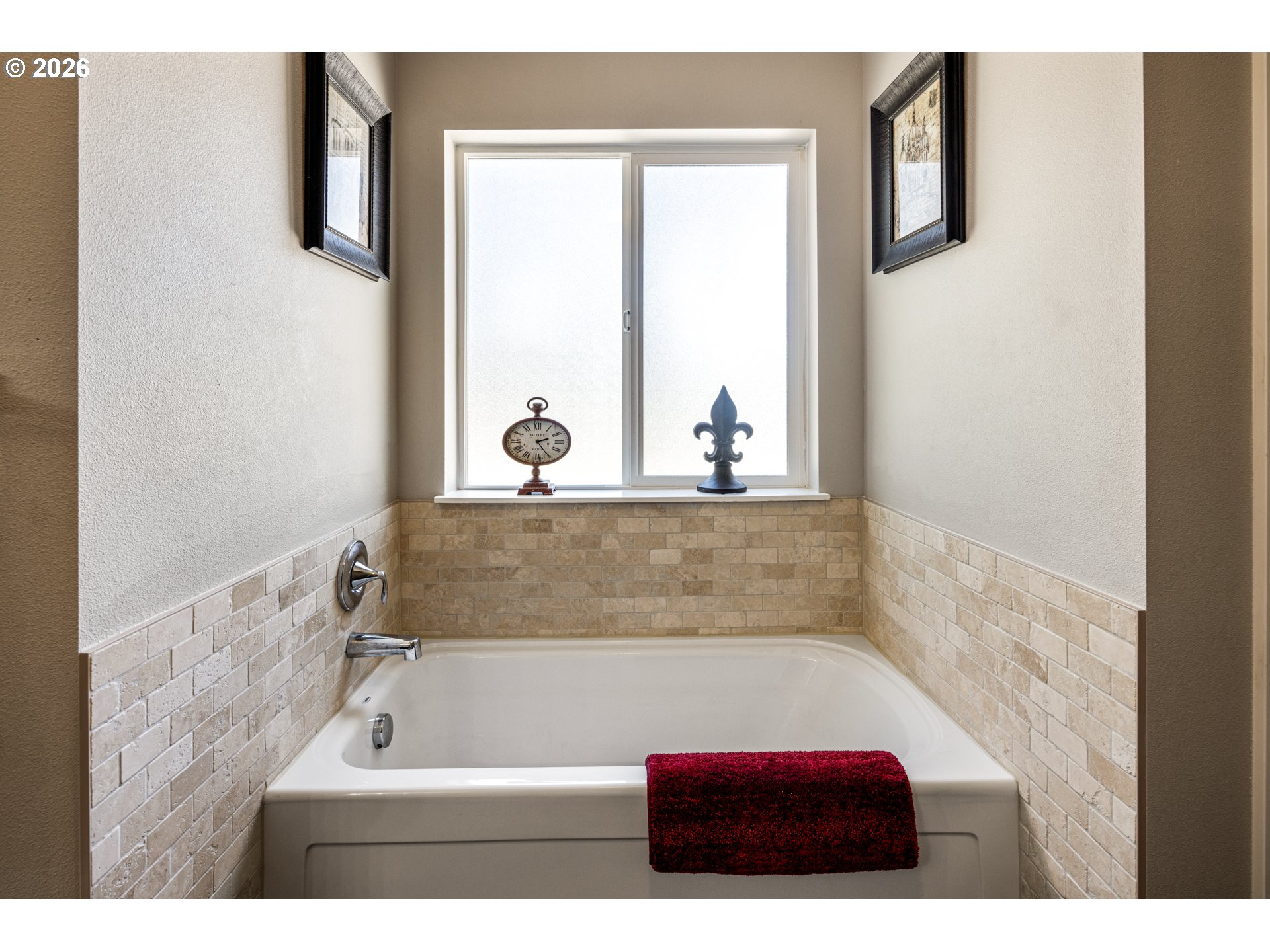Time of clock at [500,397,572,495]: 2:24
